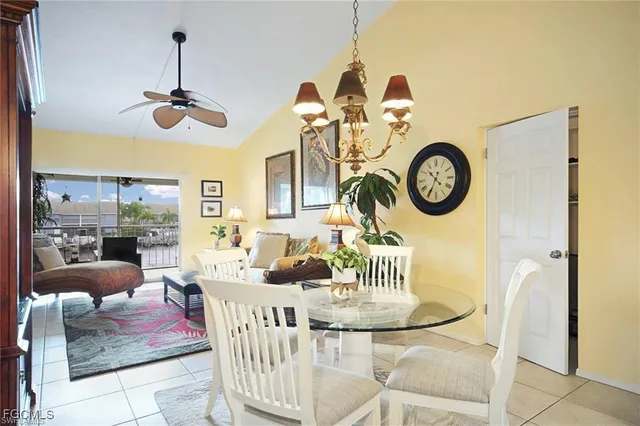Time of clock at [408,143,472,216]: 10:34
